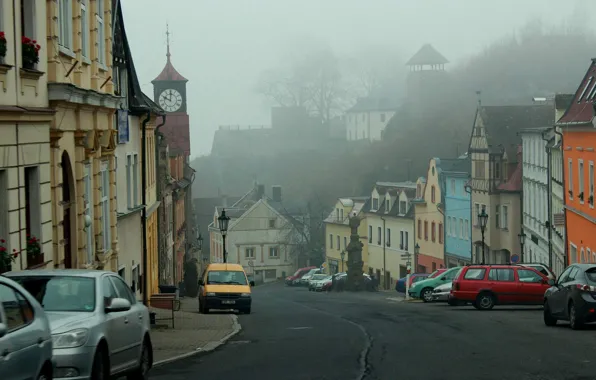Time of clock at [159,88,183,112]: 10:00
